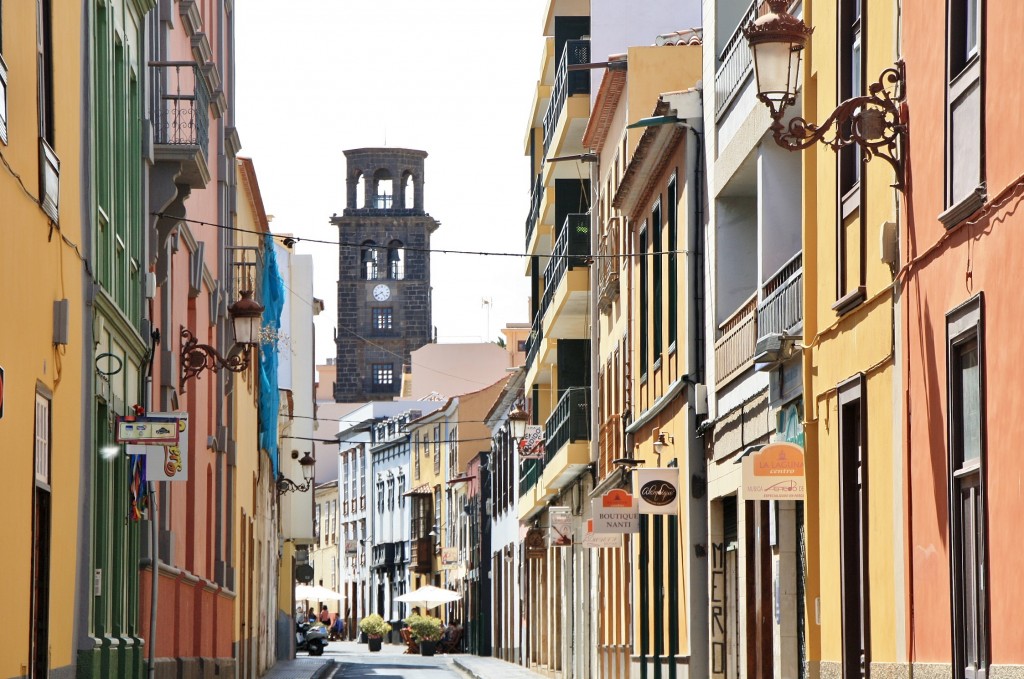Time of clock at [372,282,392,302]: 4:40
